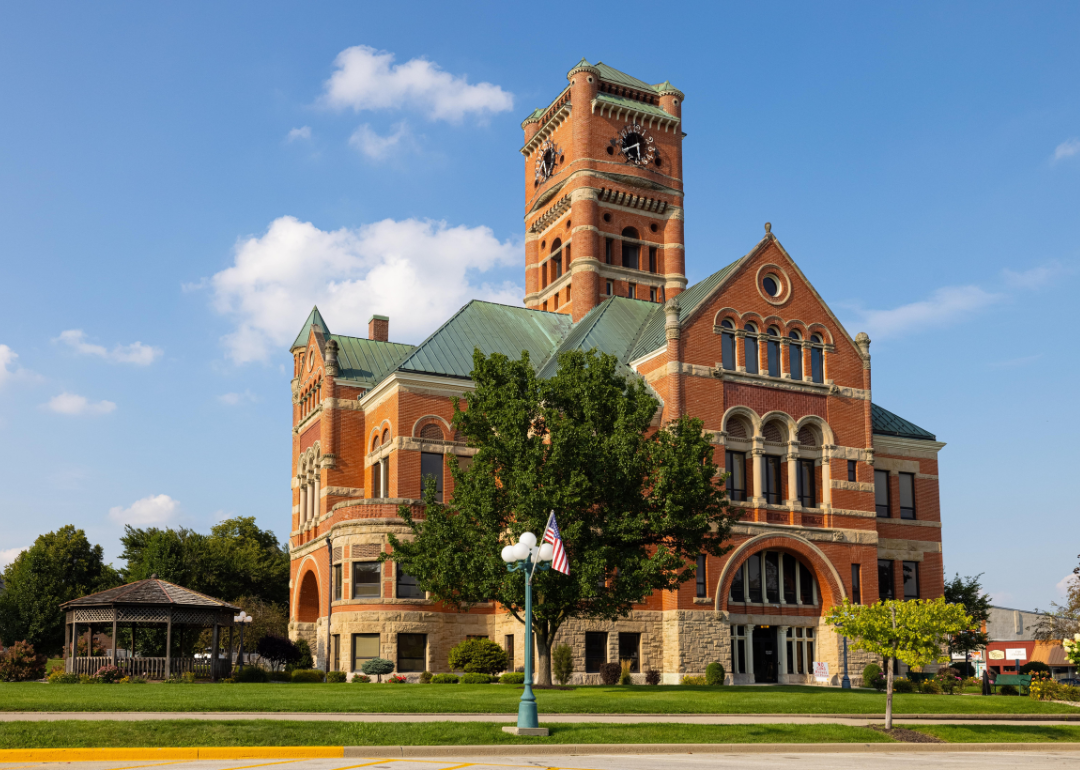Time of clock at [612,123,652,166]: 5:40
